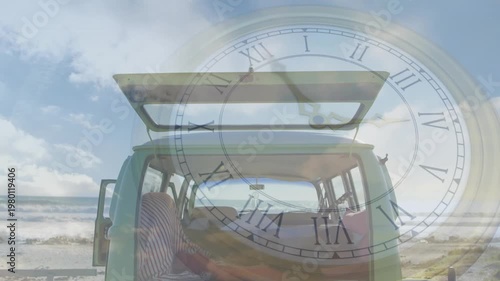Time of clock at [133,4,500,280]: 12:45
